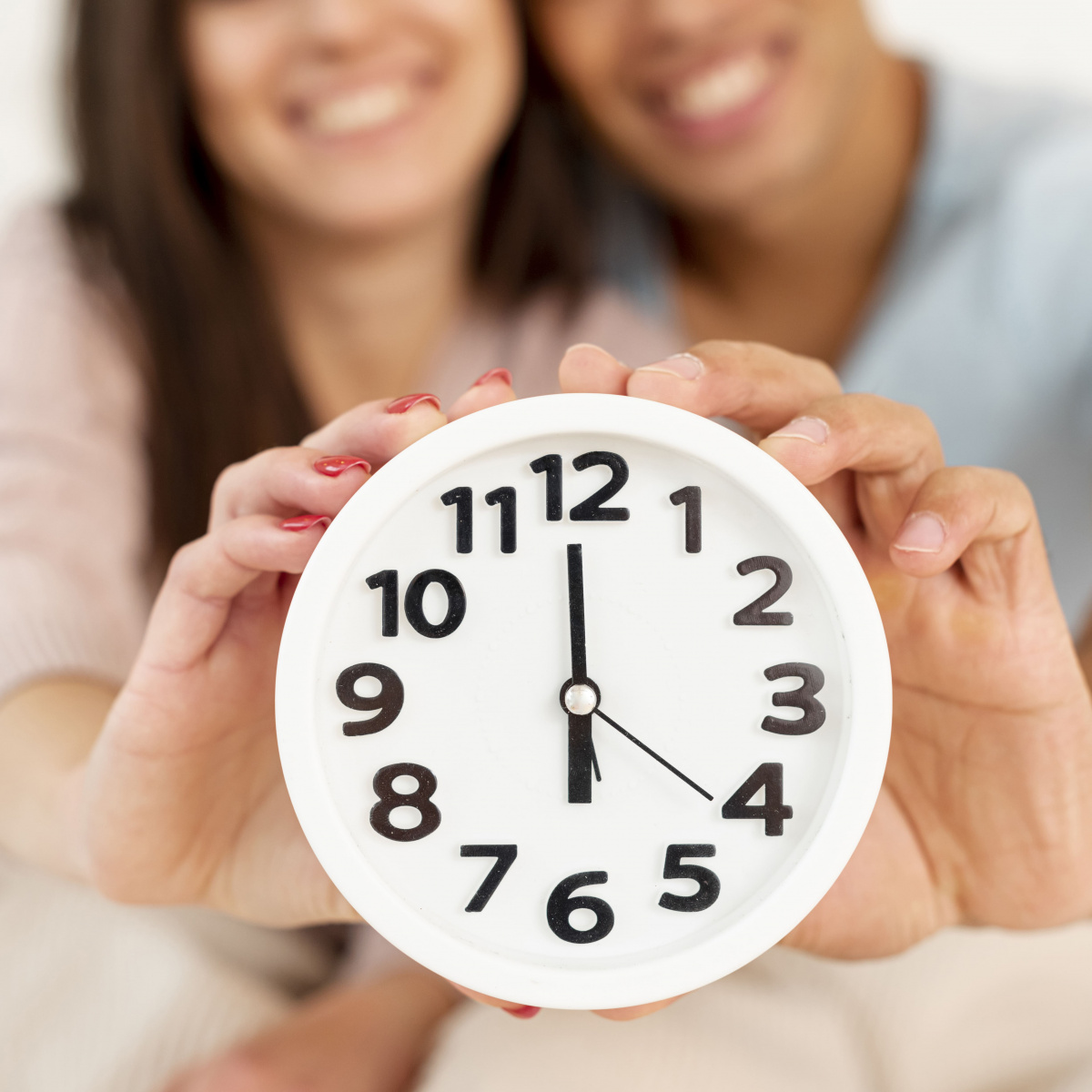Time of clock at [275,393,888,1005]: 5:59
